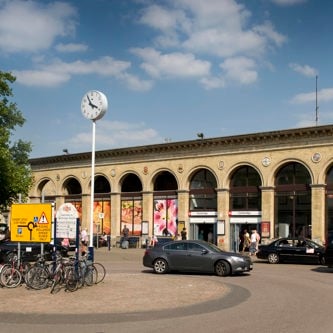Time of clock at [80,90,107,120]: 3:55
